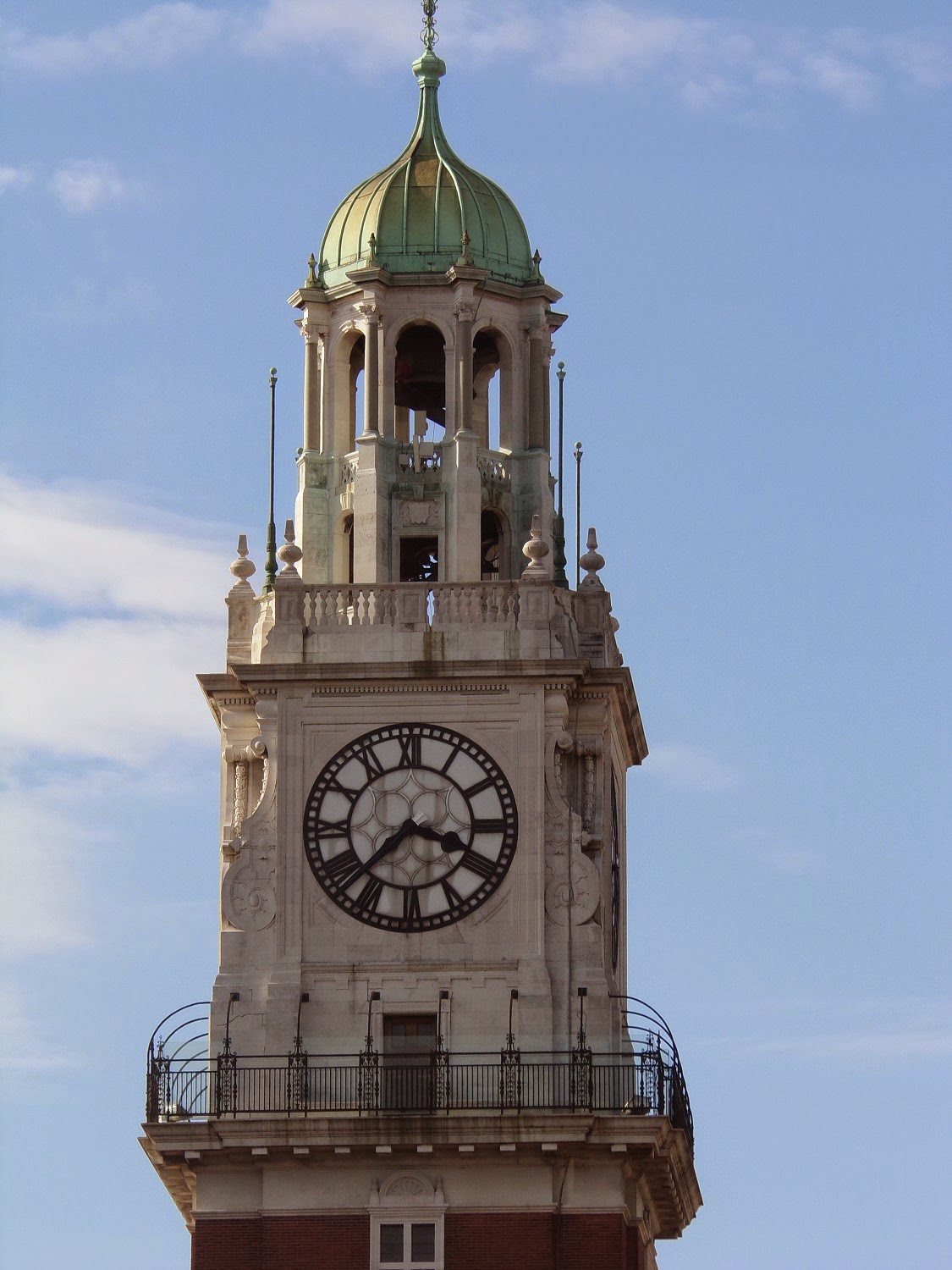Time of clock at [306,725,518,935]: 3:37
